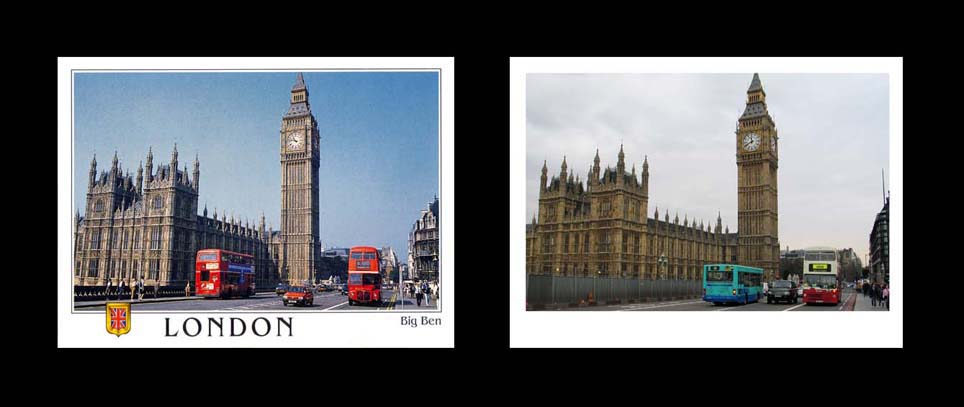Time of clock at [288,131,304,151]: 10:47
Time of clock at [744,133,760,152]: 11:41
